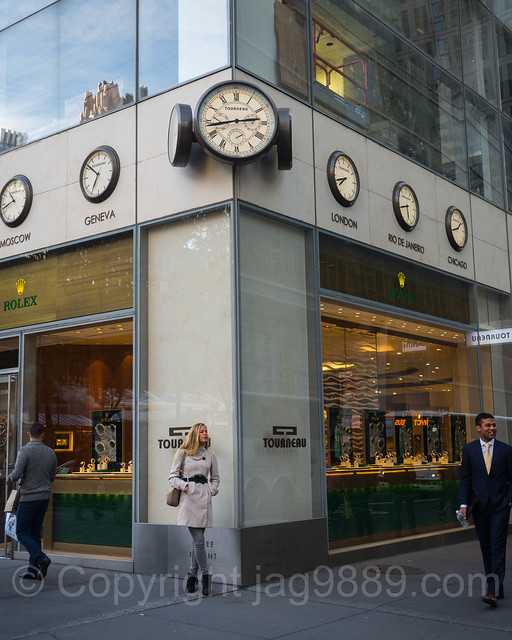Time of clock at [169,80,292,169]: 2:43
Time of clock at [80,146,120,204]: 6:51
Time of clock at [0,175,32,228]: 10:42
